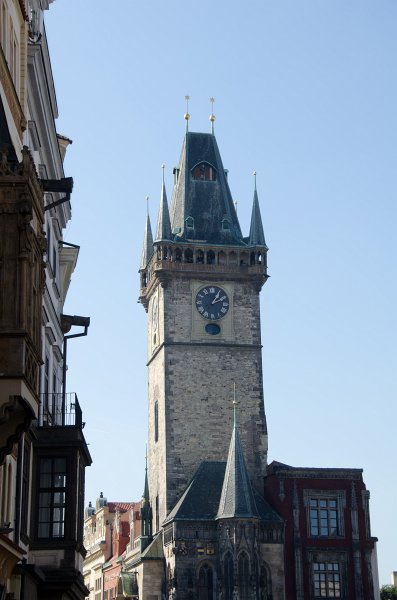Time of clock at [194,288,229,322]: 1:11
